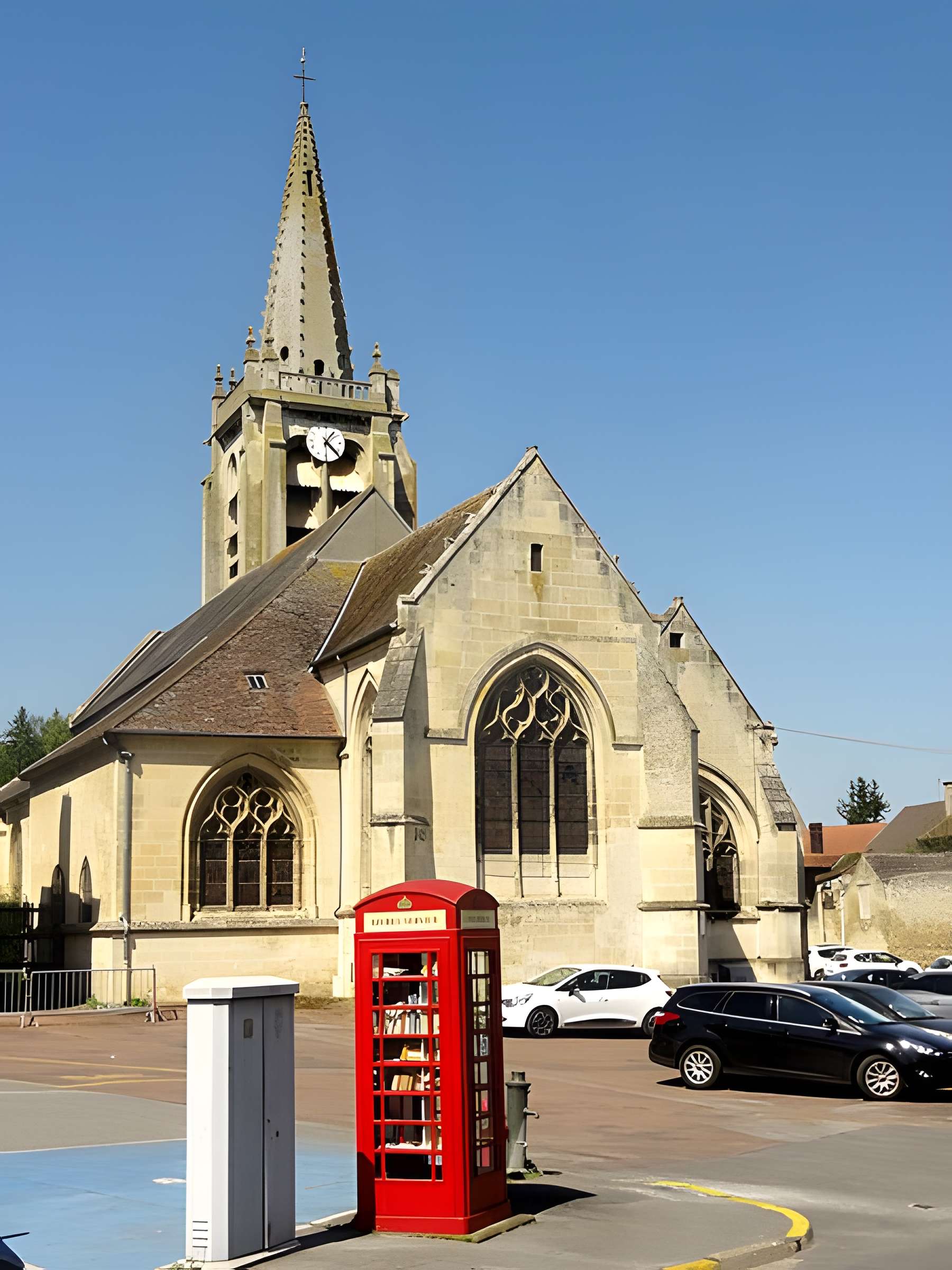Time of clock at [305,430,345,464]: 1:22
